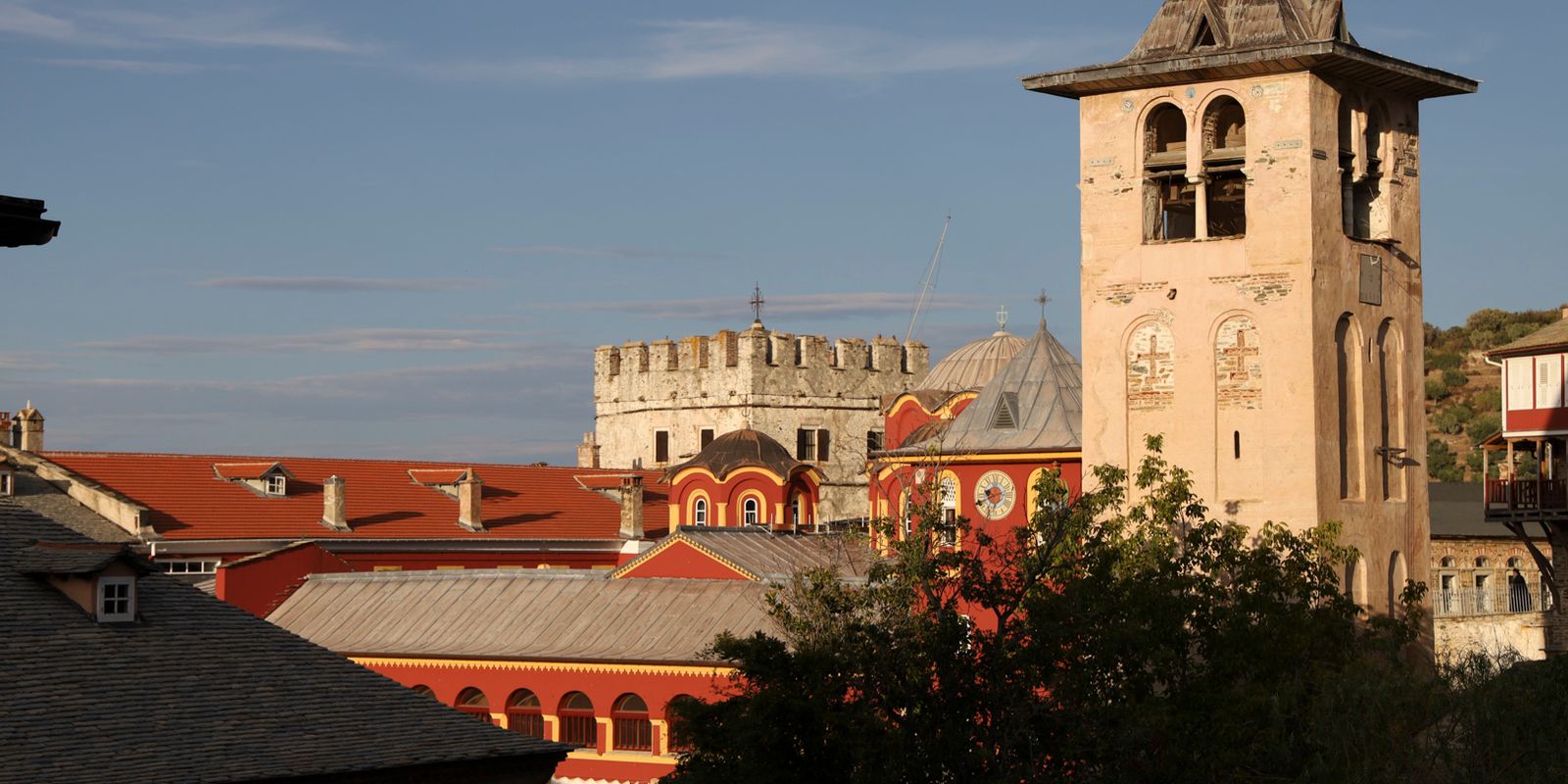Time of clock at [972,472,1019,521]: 9:41
